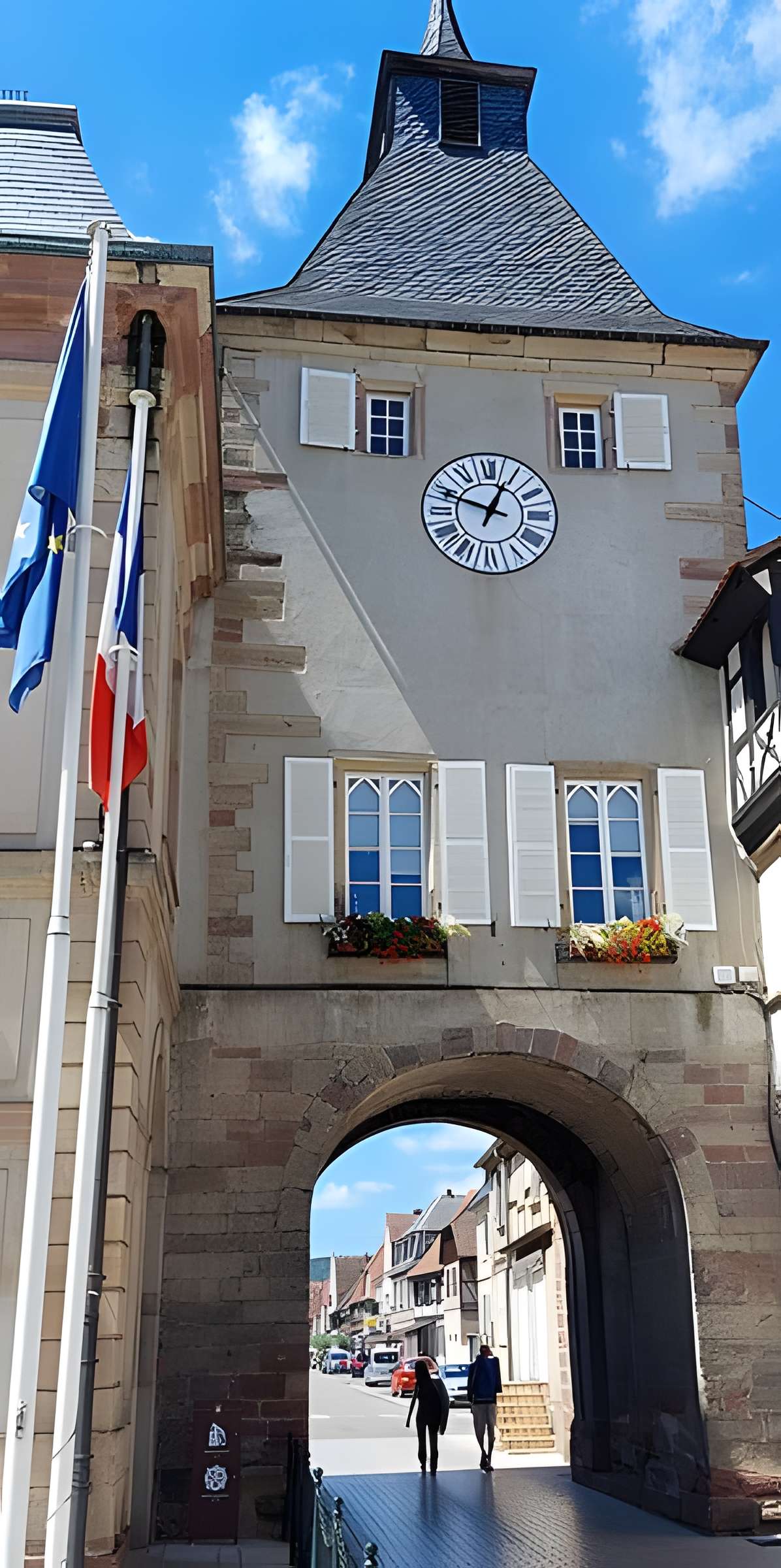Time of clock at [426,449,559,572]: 12:48
